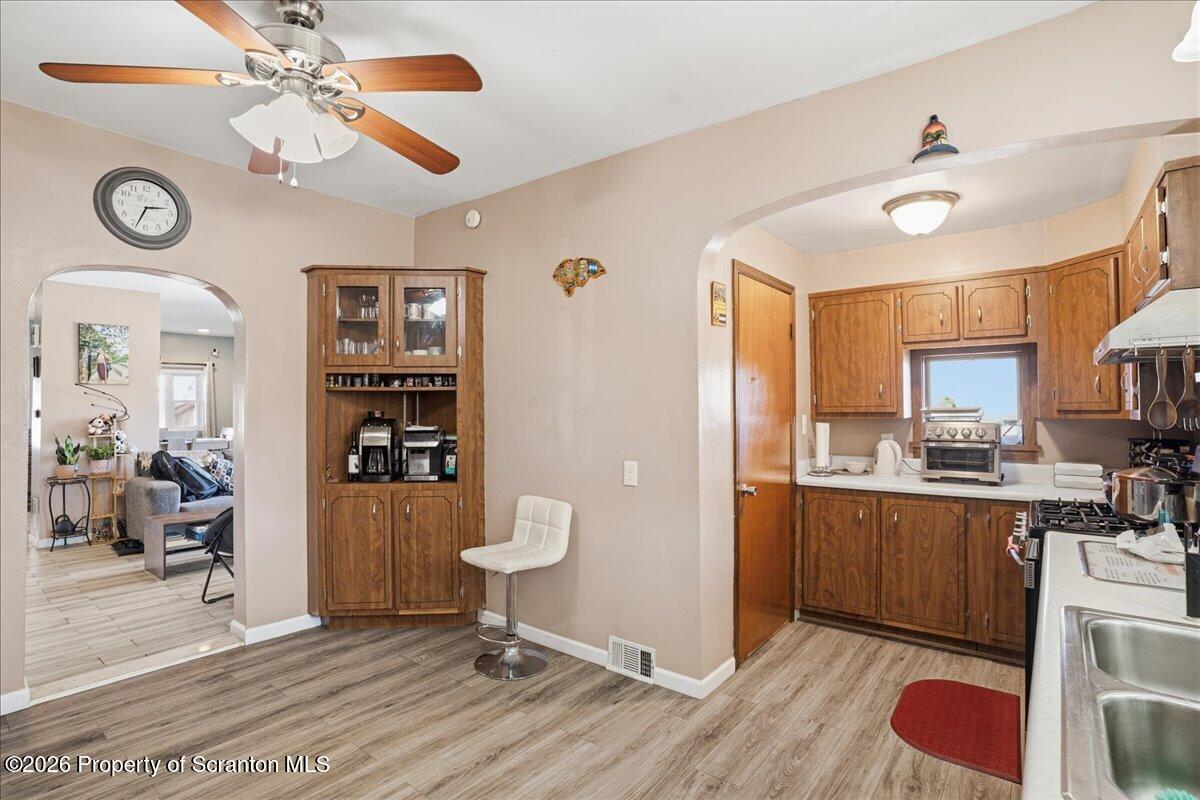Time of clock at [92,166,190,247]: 2:33
